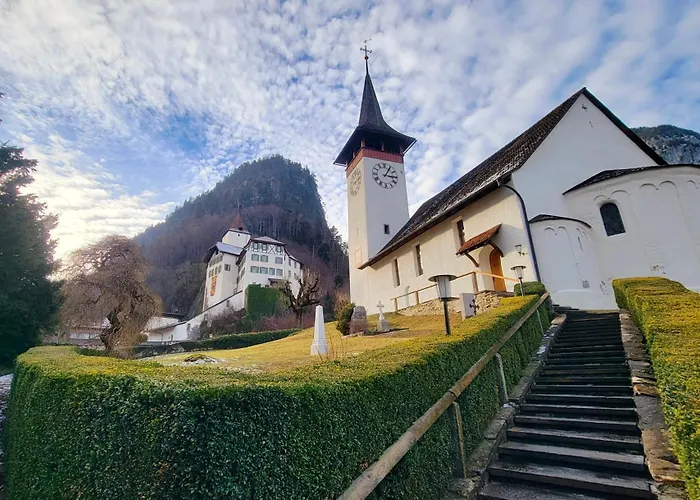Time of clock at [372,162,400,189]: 3:05
